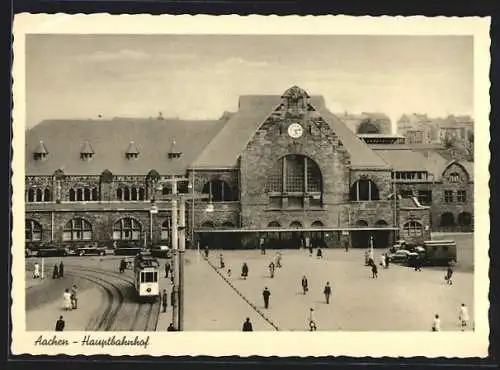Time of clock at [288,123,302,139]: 5:12
